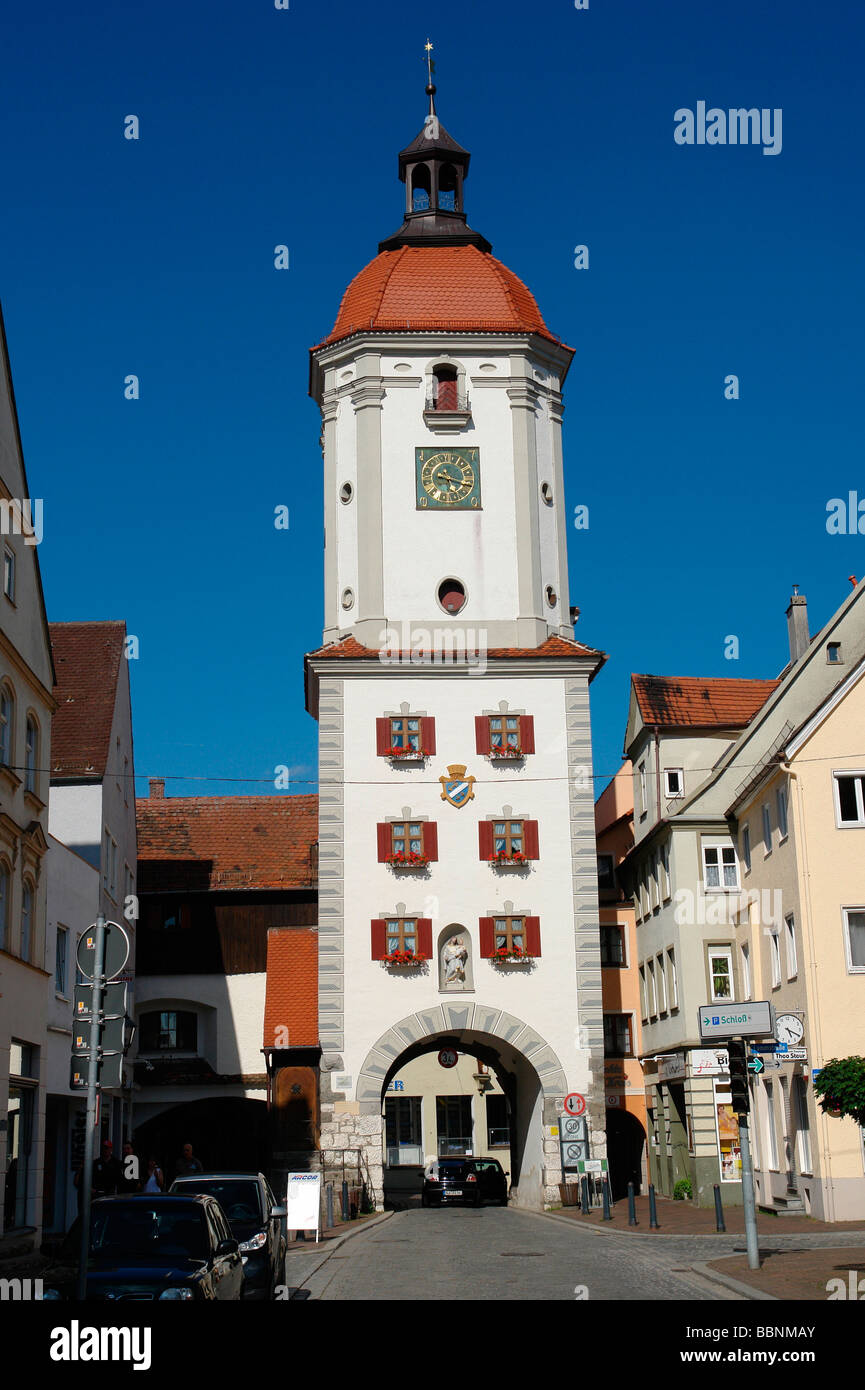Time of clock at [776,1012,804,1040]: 5:19
